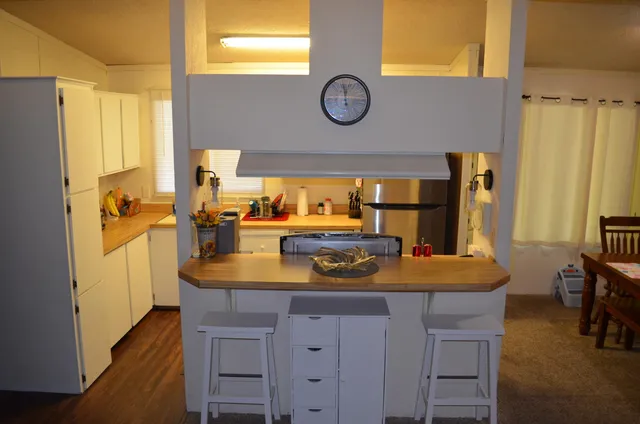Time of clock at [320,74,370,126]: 11:58
